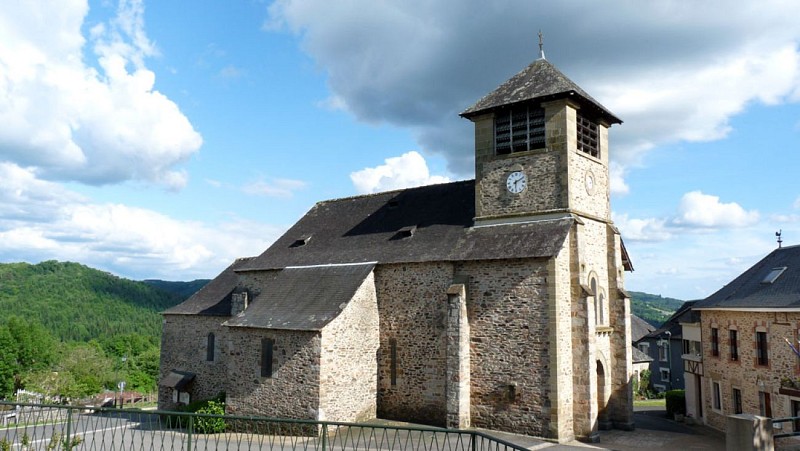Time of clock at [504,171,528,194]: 6:10
